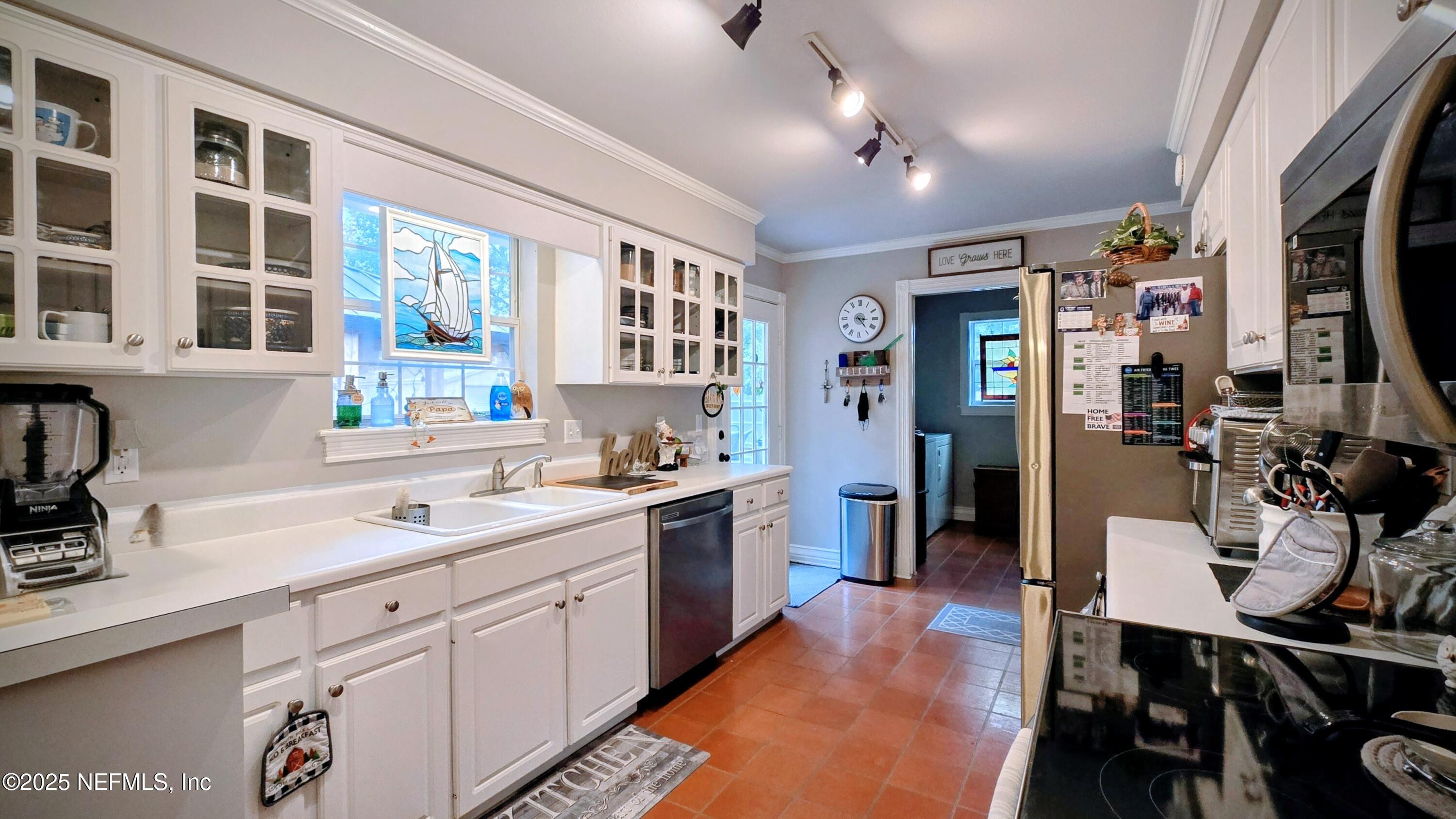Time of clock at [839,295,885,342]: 3:23
